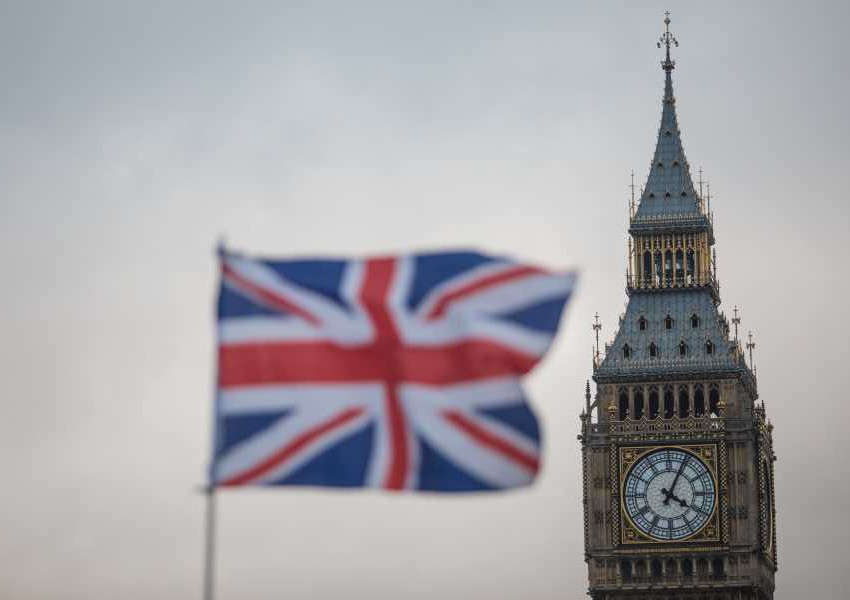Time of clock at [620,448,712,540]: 4:04
